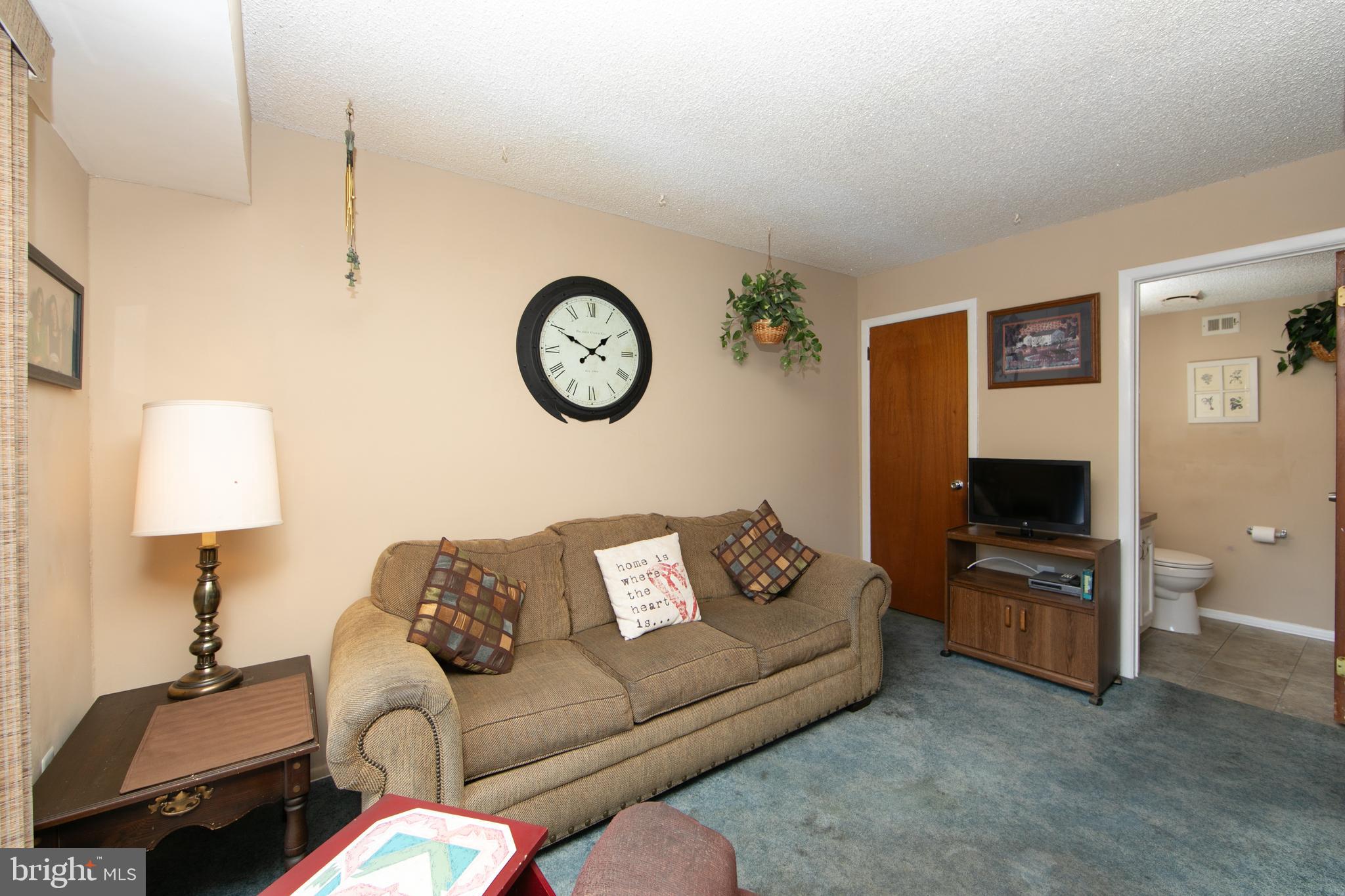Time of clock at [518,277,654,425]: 1:49
